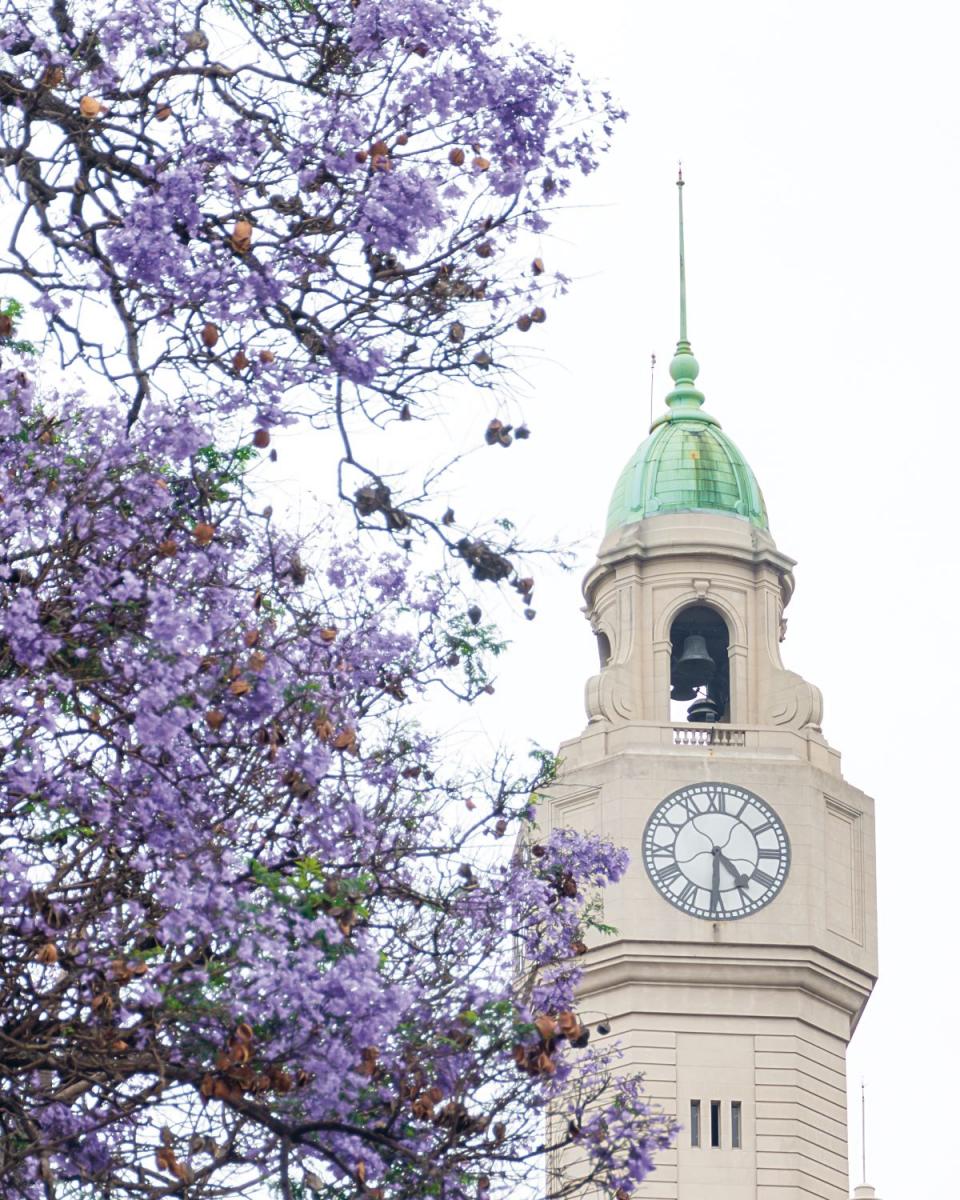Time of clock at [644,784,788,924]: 4:30
